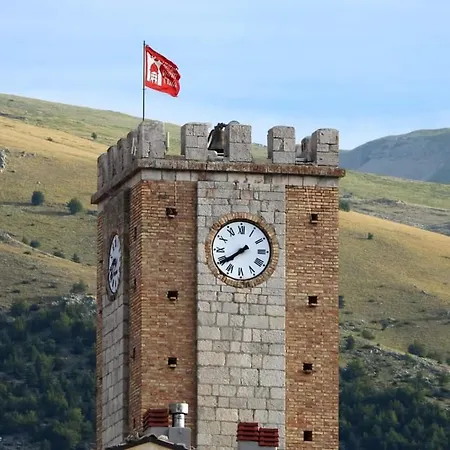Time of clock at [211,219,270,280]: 7:39
